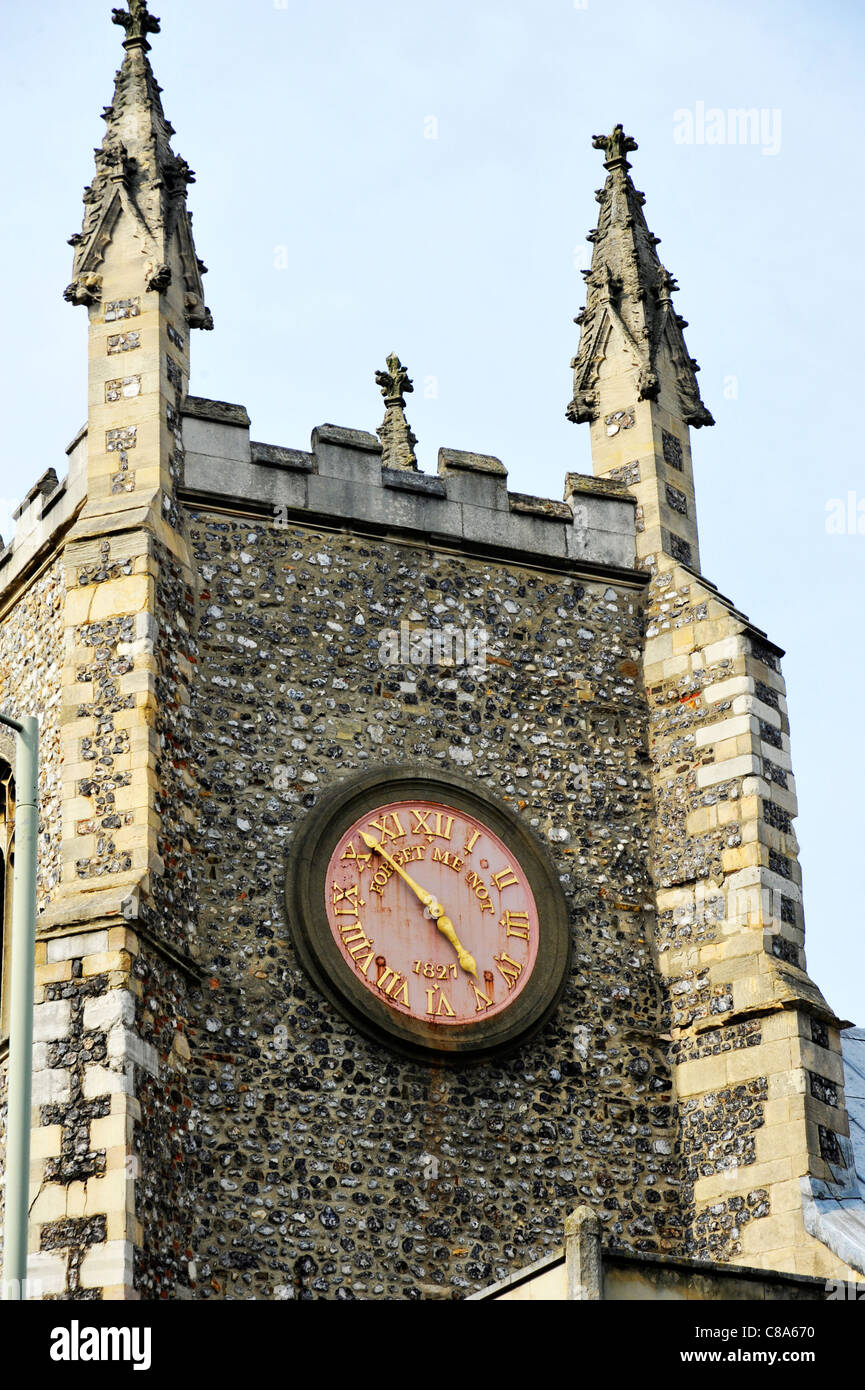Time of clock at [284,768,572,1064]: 4:52
